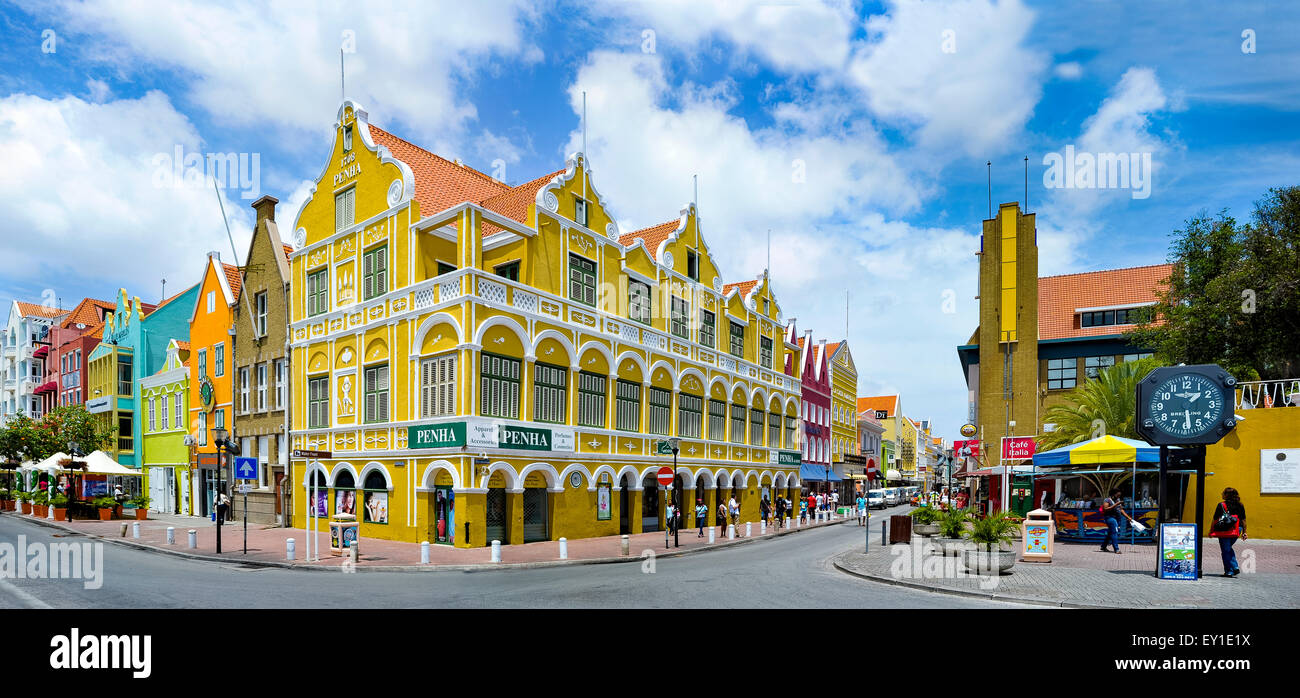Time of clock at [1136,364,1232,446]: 1:28
